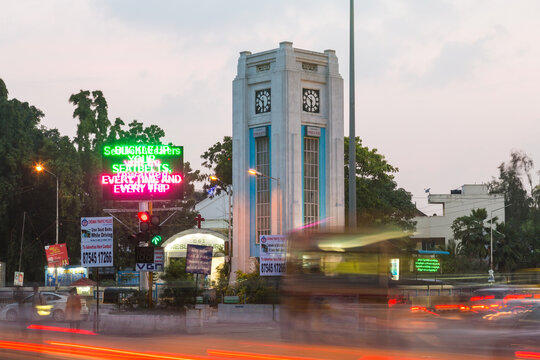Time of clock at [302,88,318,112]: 5:50
